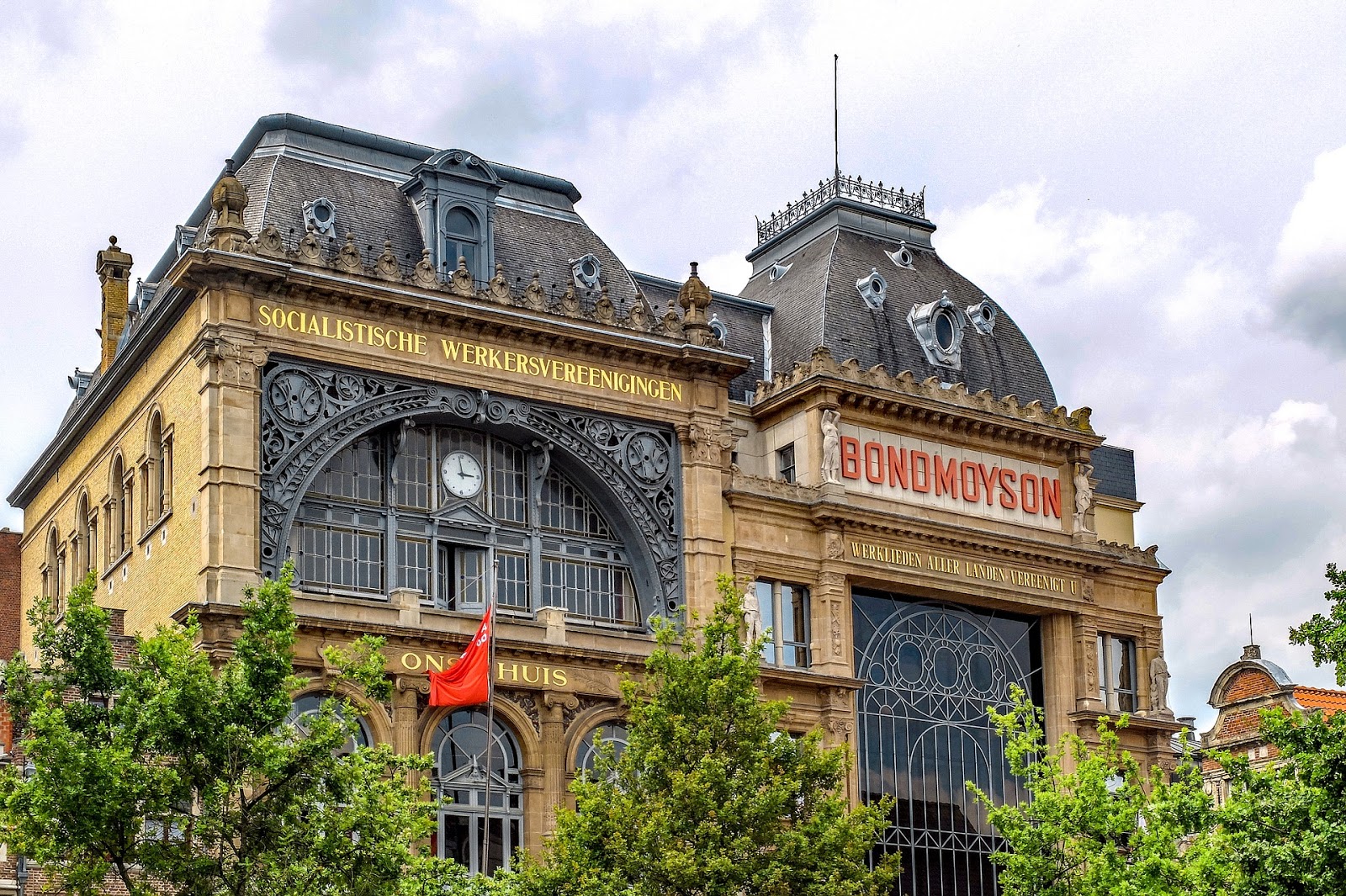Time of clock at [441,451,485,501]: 2:58
